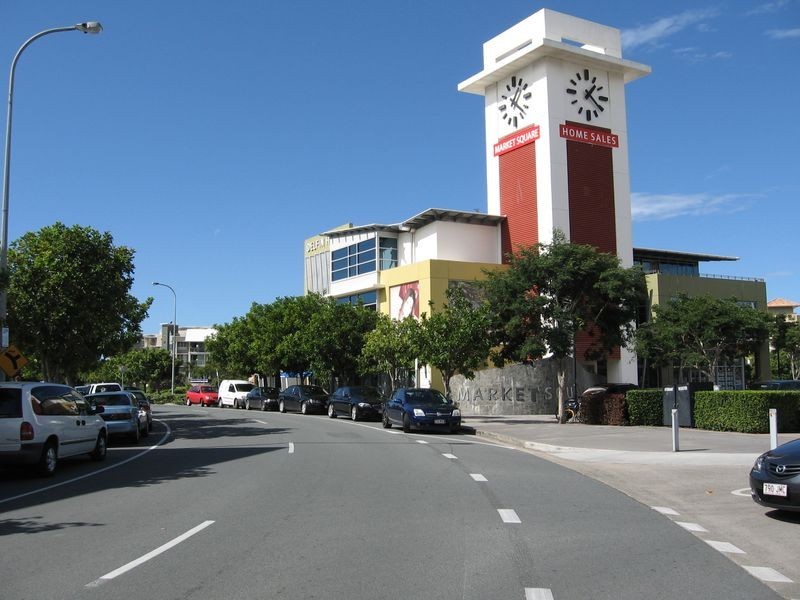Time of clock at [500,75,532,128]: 1:22
